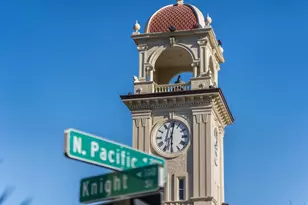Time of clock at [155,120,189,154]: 6:01
